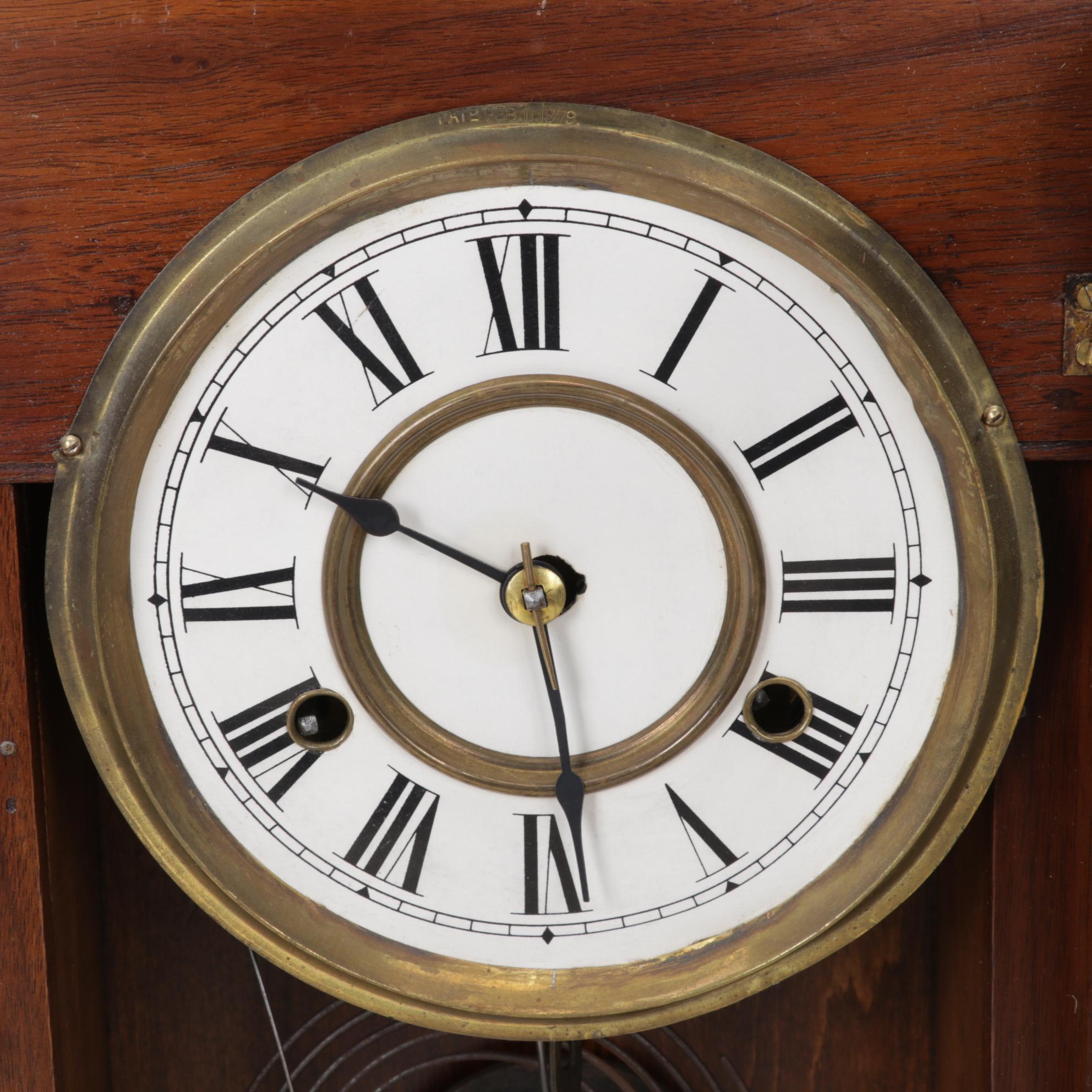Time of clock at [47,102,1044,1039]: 5:49
